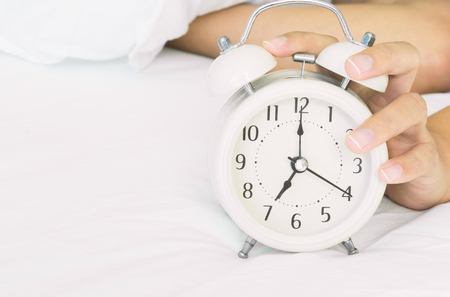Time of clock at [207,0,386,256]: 7:00
